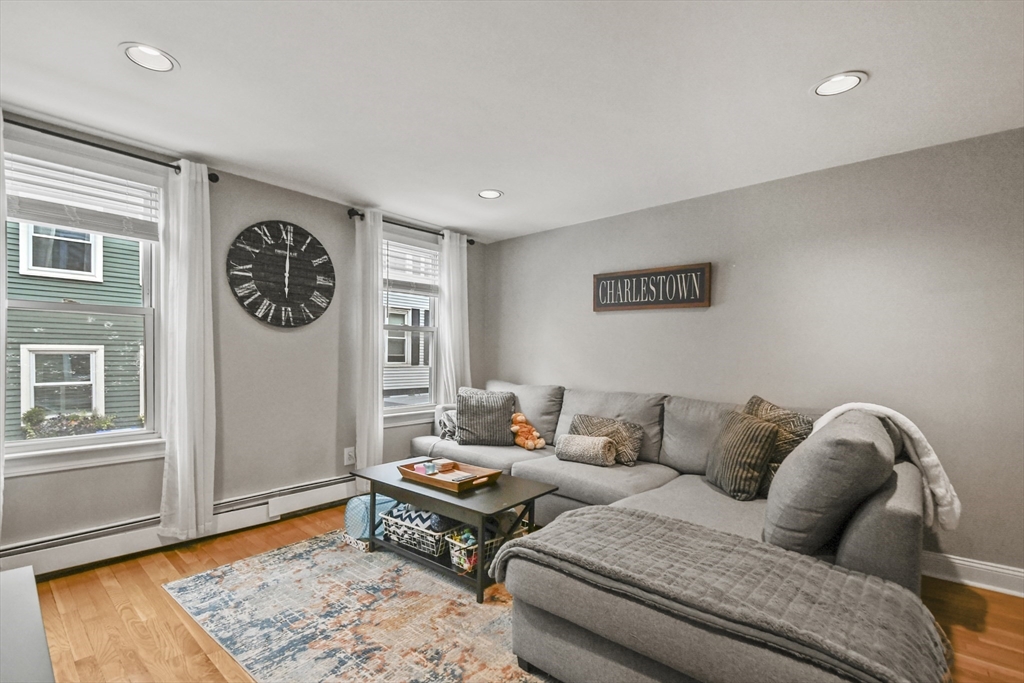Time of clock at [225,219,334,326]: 6:00
